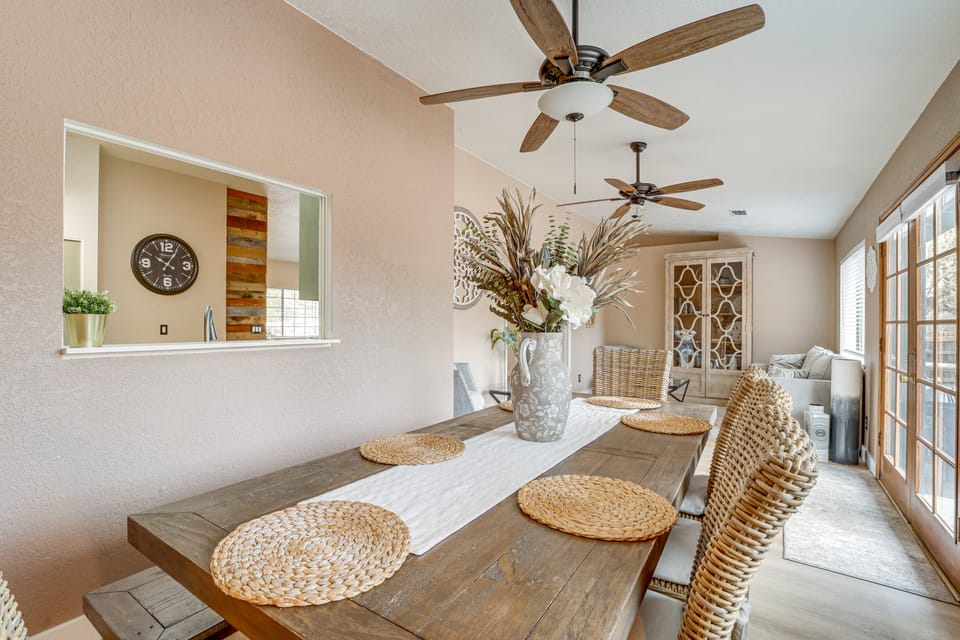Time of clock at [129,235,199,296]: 10:05
